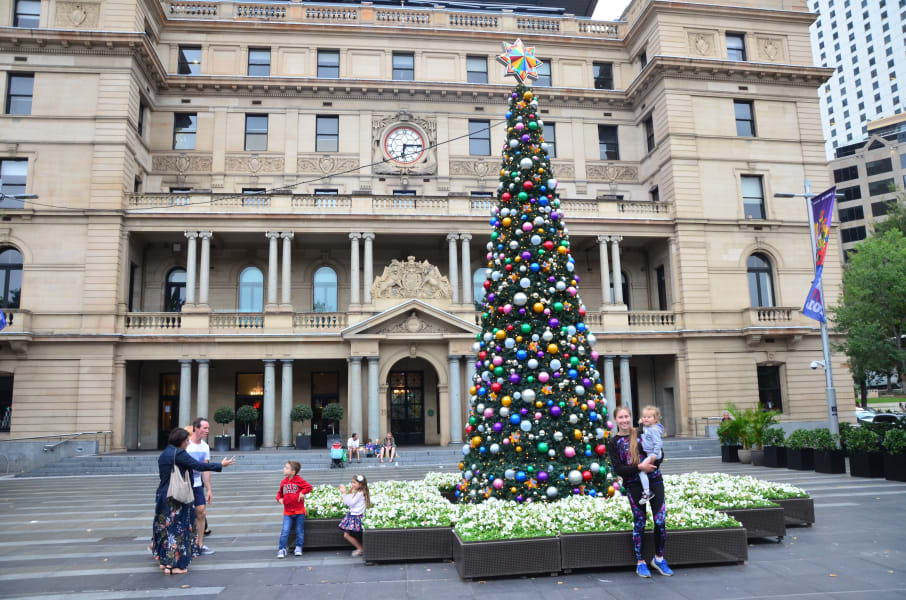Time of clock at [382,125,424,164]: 6:15
